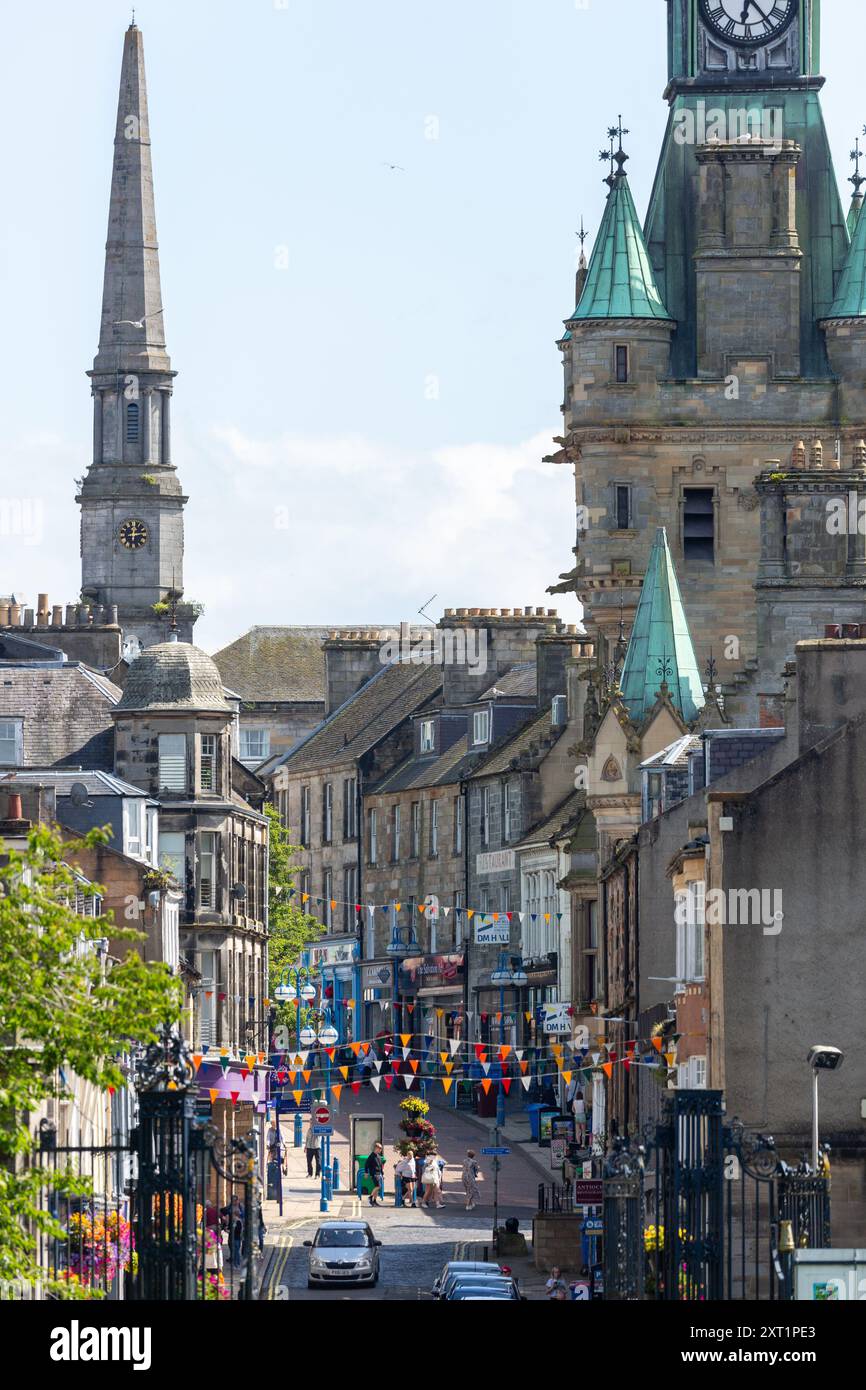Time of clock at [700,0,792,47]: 6:23
